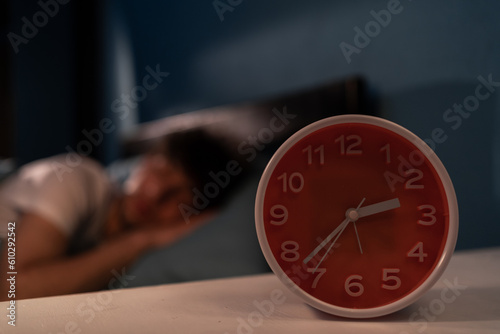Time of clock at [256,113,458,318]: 2:37
